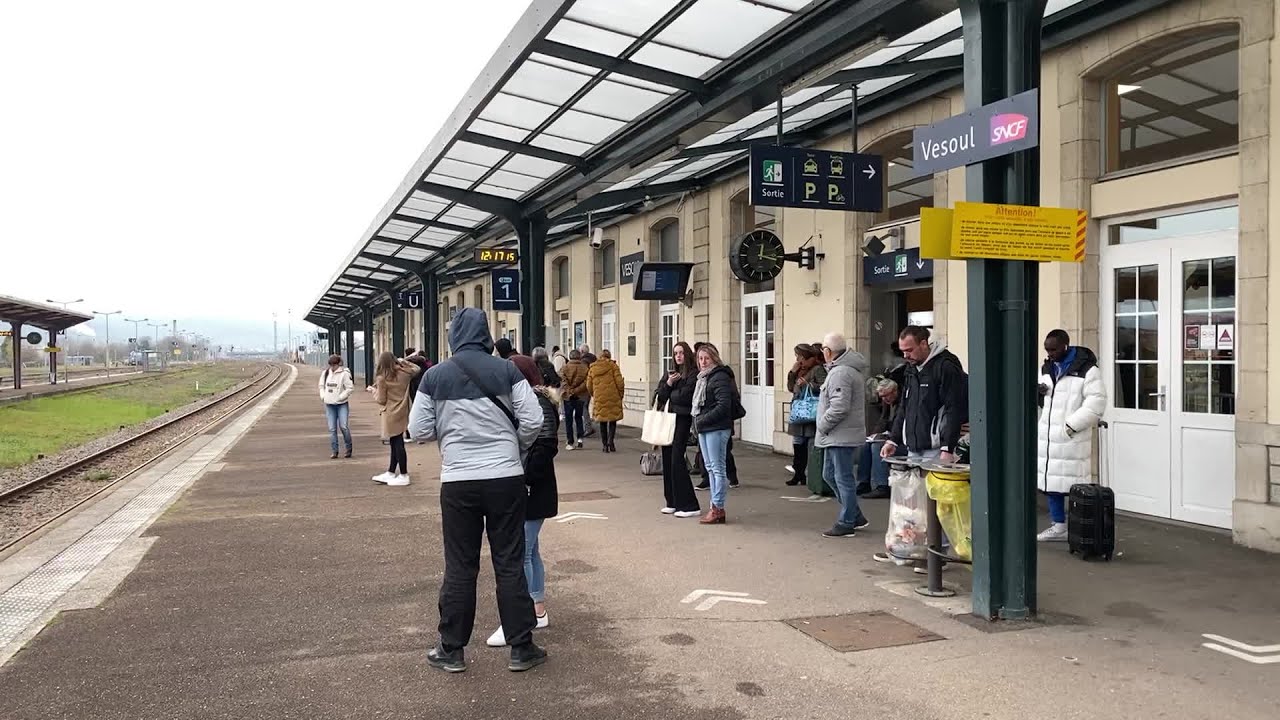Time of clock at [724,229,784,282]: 12:16
